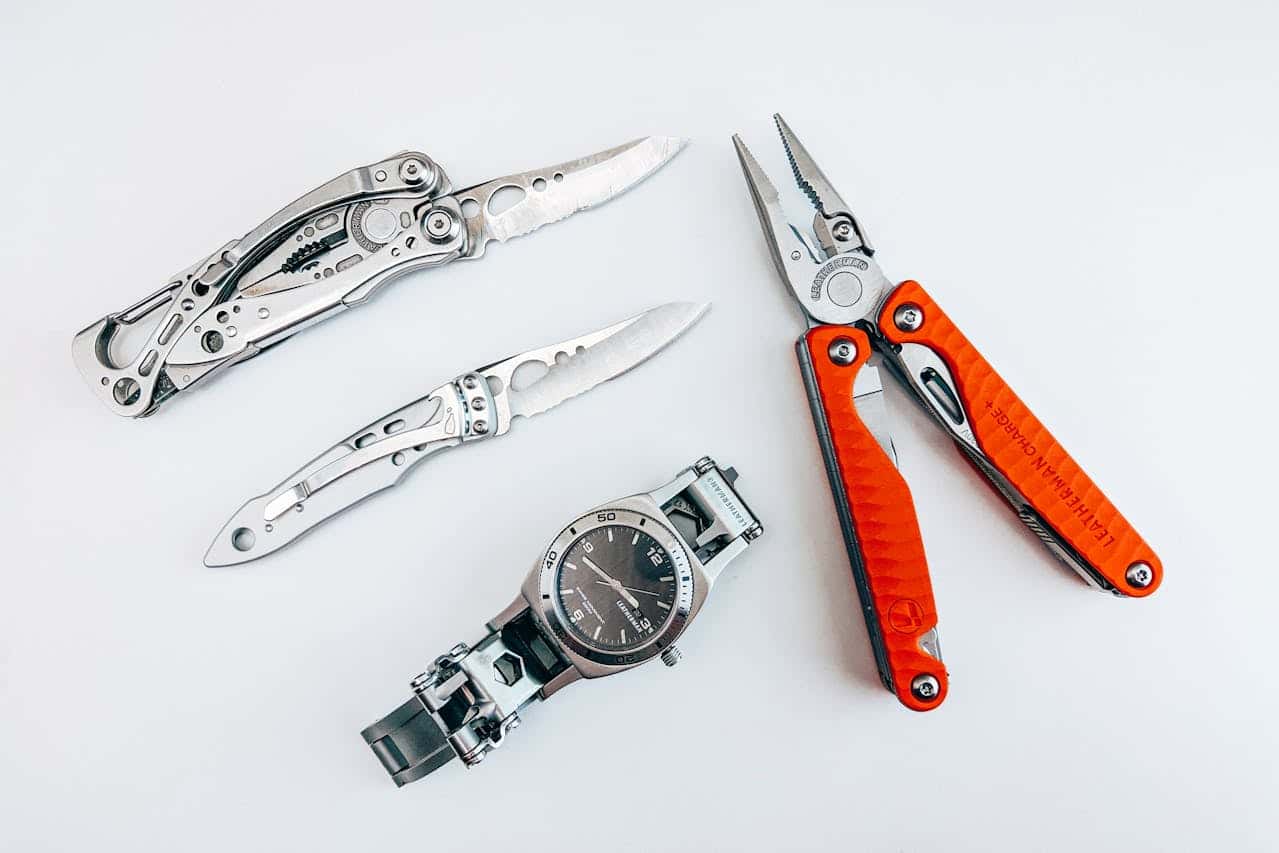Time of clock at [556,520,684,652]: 4:52
